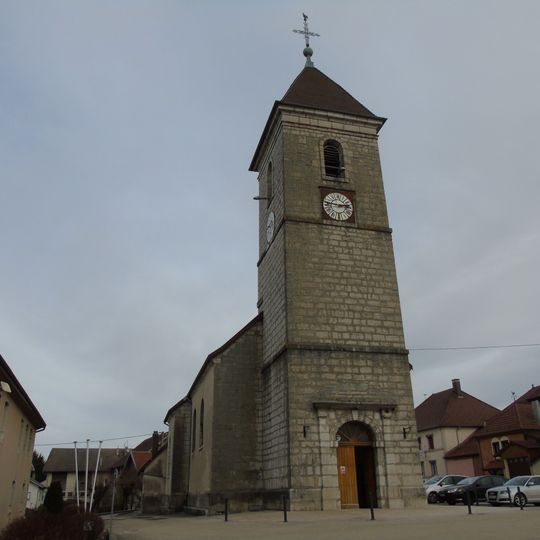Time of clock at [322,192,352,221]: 2:46
